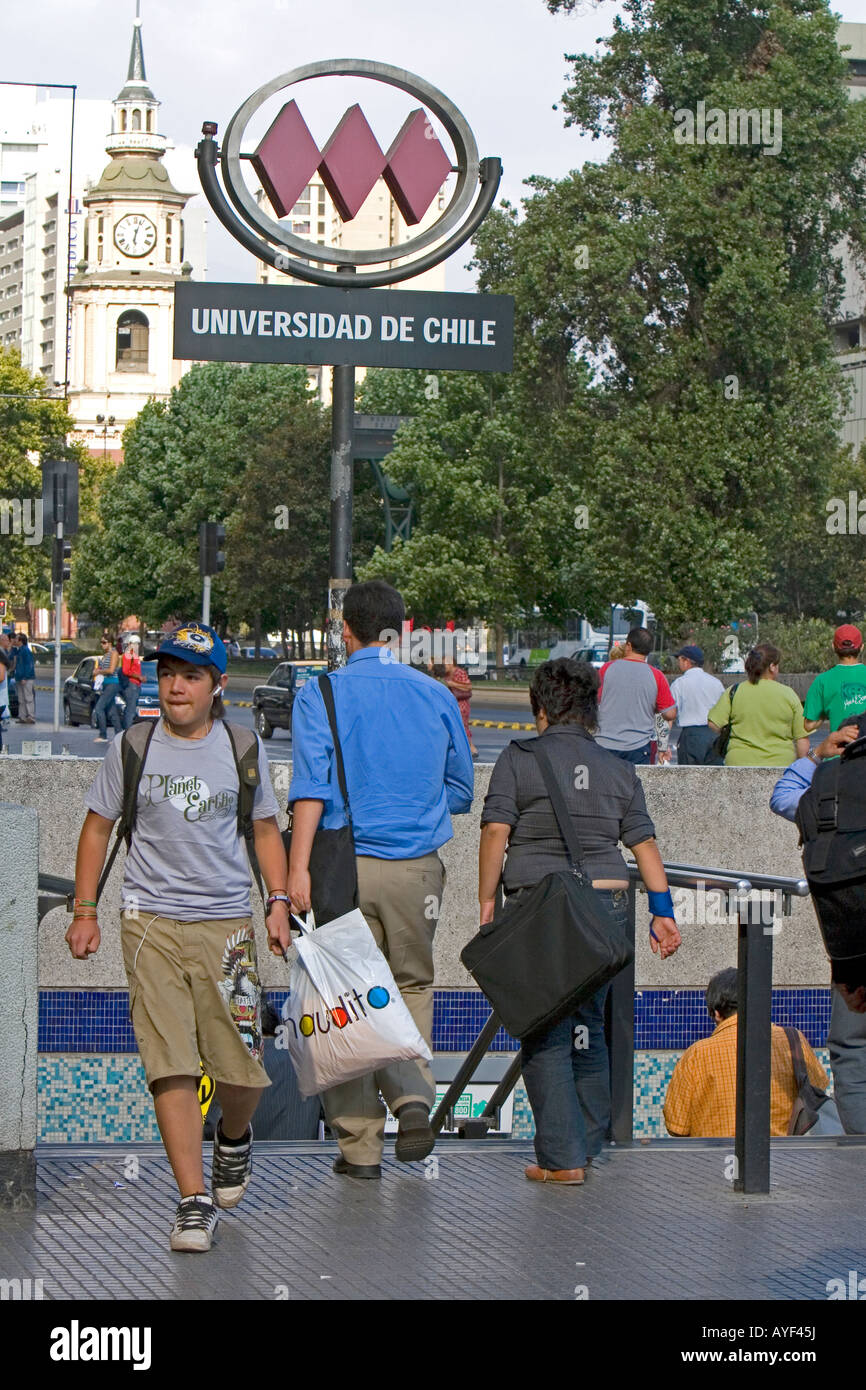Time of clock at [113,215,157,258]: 6:03
